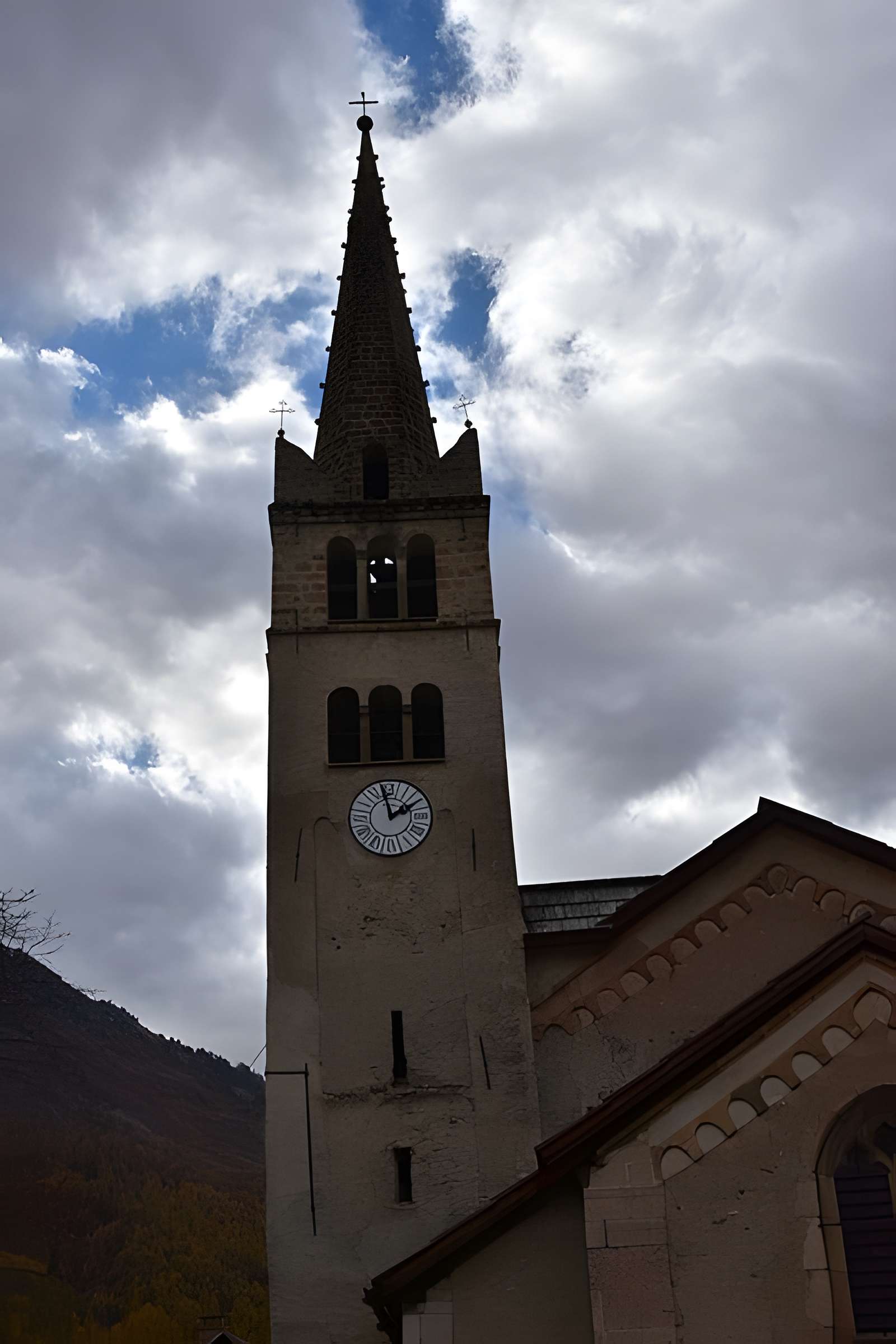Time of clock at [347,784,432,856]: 1:58
